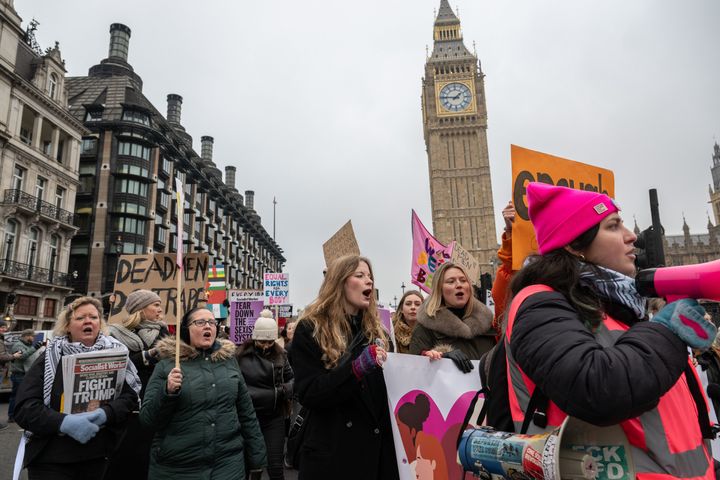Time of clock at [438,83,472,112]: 1:46
